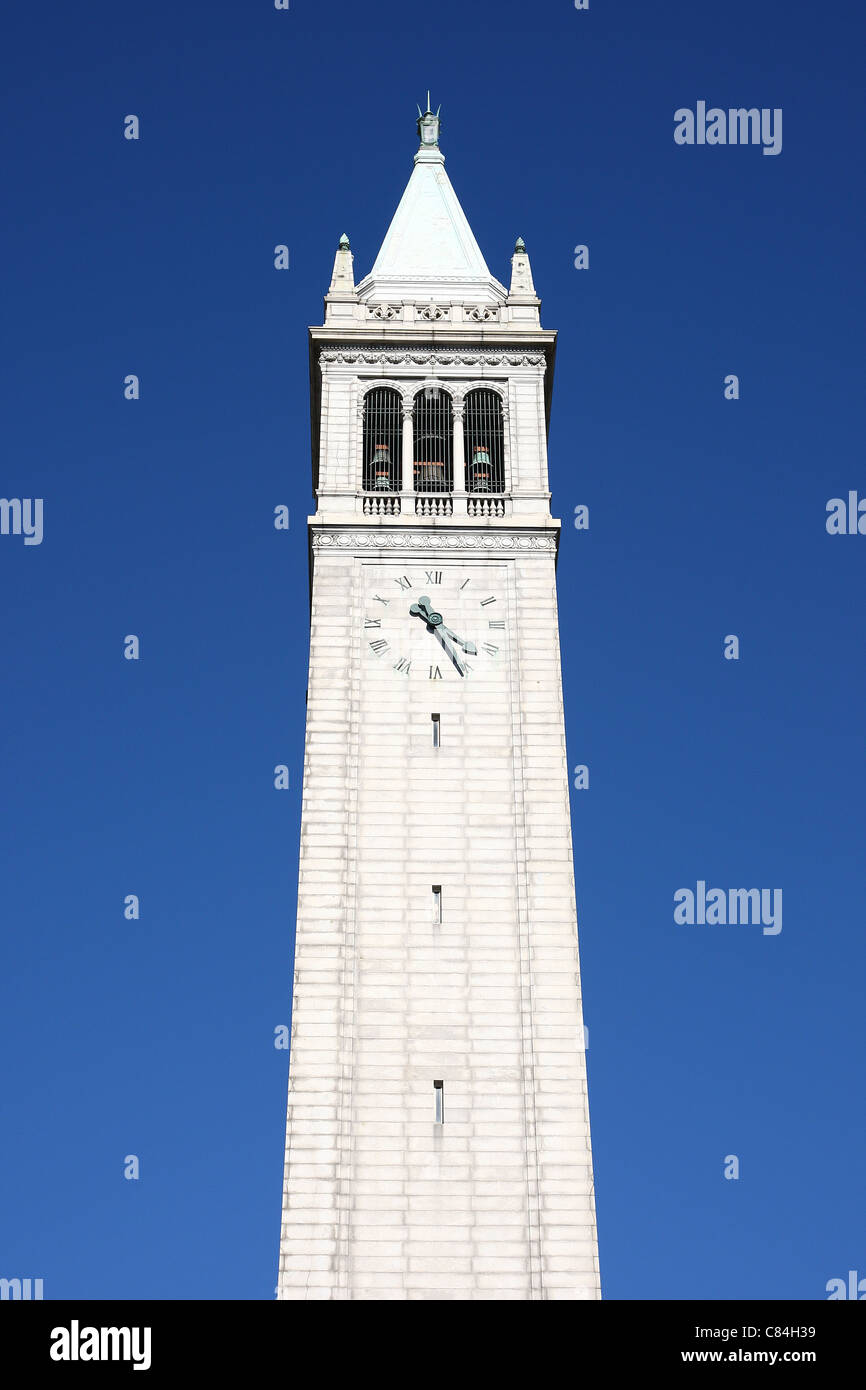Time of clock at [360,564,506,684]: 4:25
